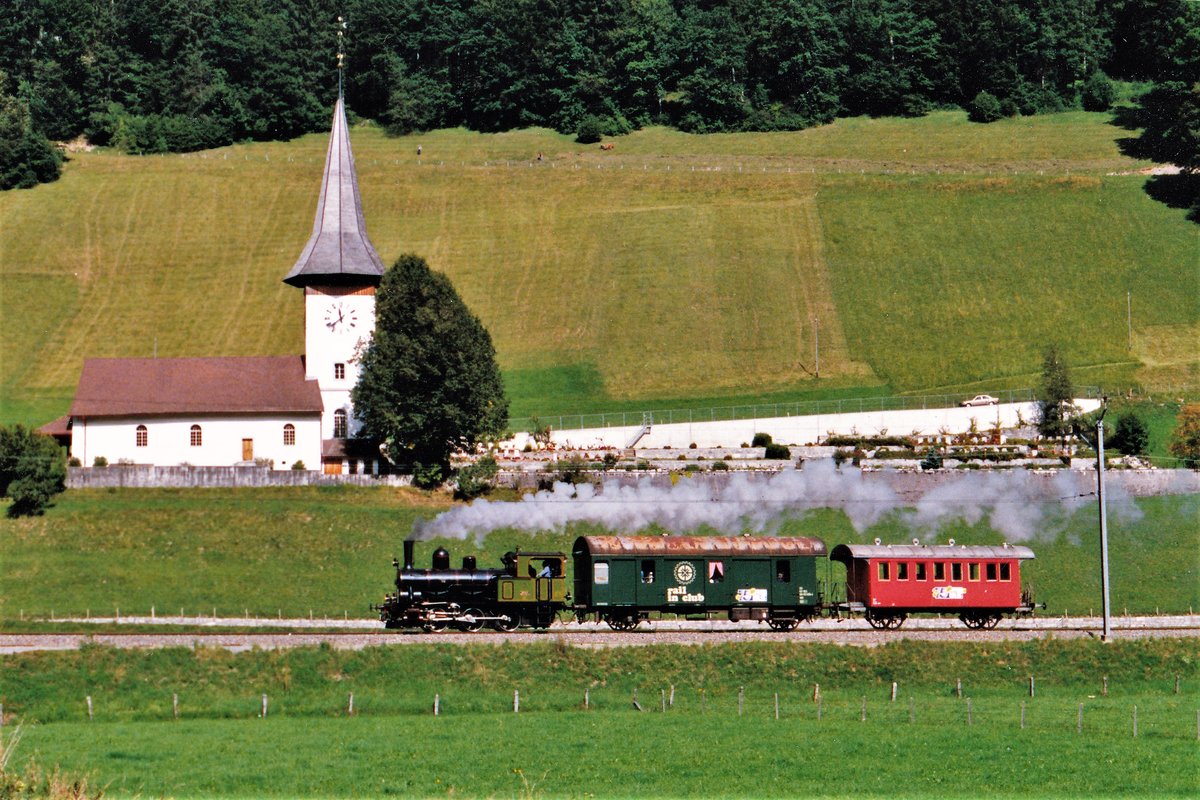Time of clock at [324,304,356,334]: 11:38
